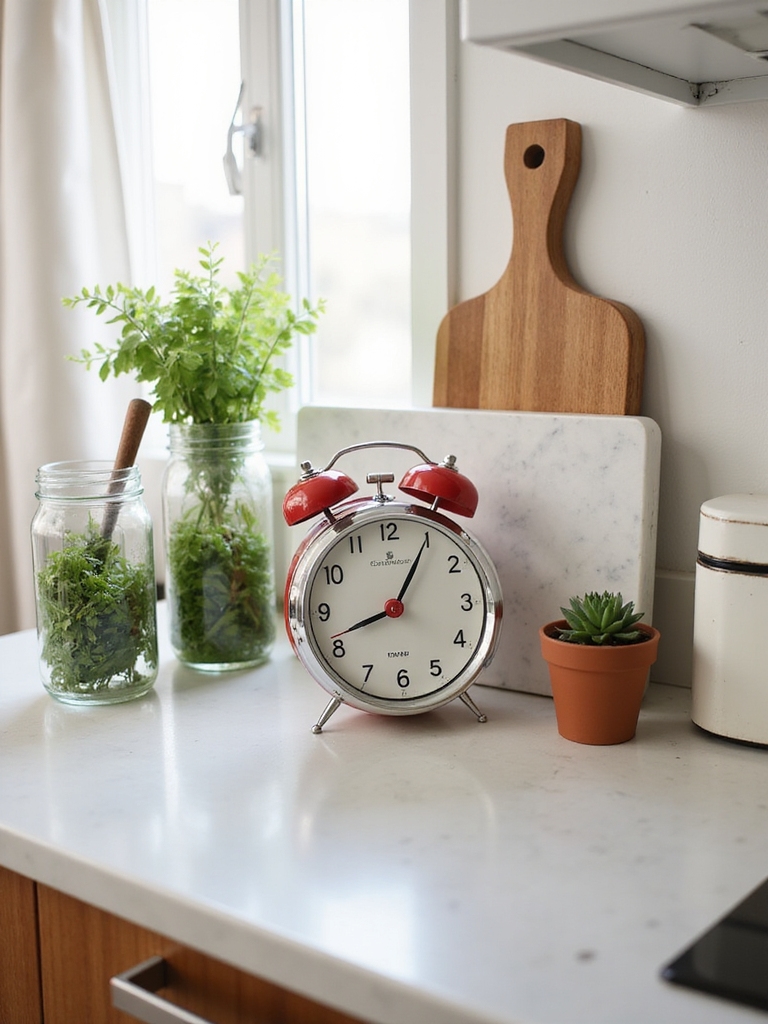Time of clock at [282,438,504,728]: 8:05
